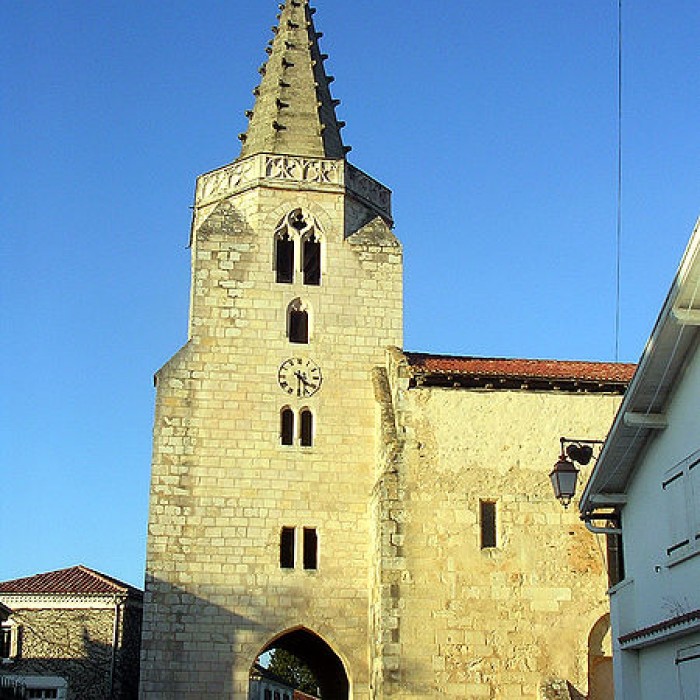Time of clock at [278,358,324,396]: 4:29
